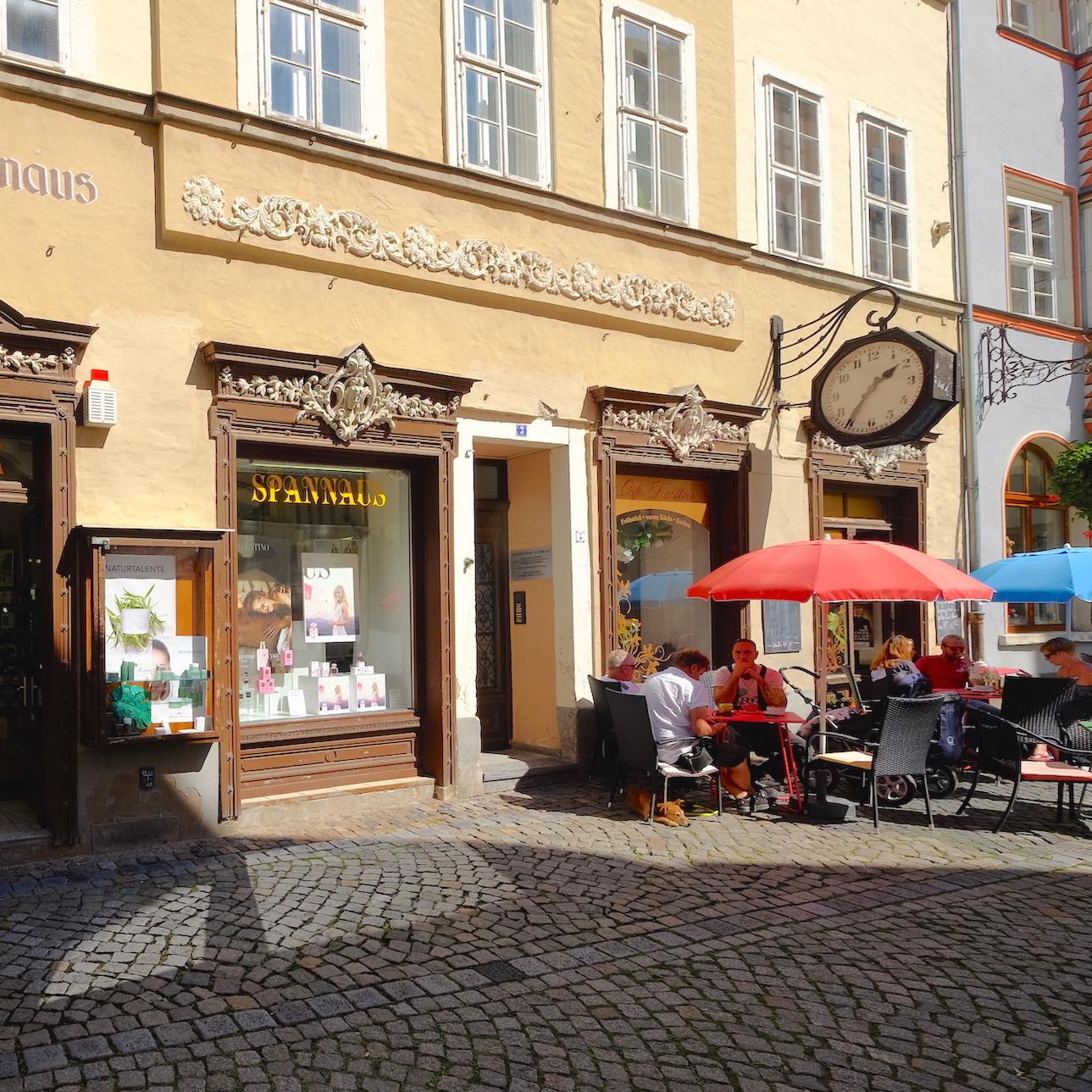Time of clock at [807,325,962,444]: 1:35
